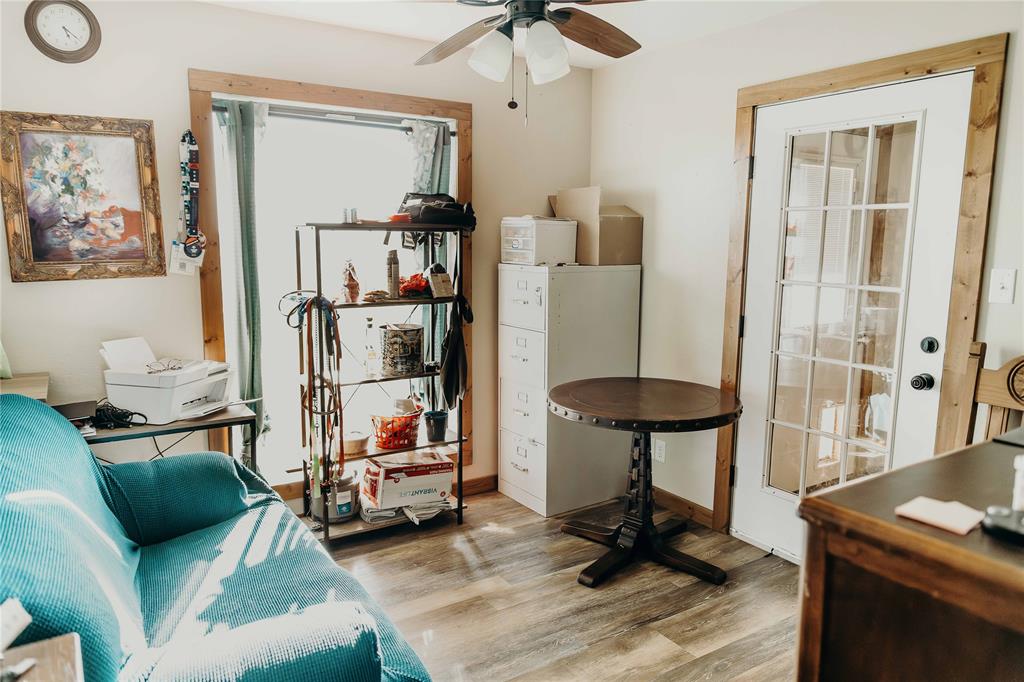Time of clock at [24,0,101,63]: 5:22
